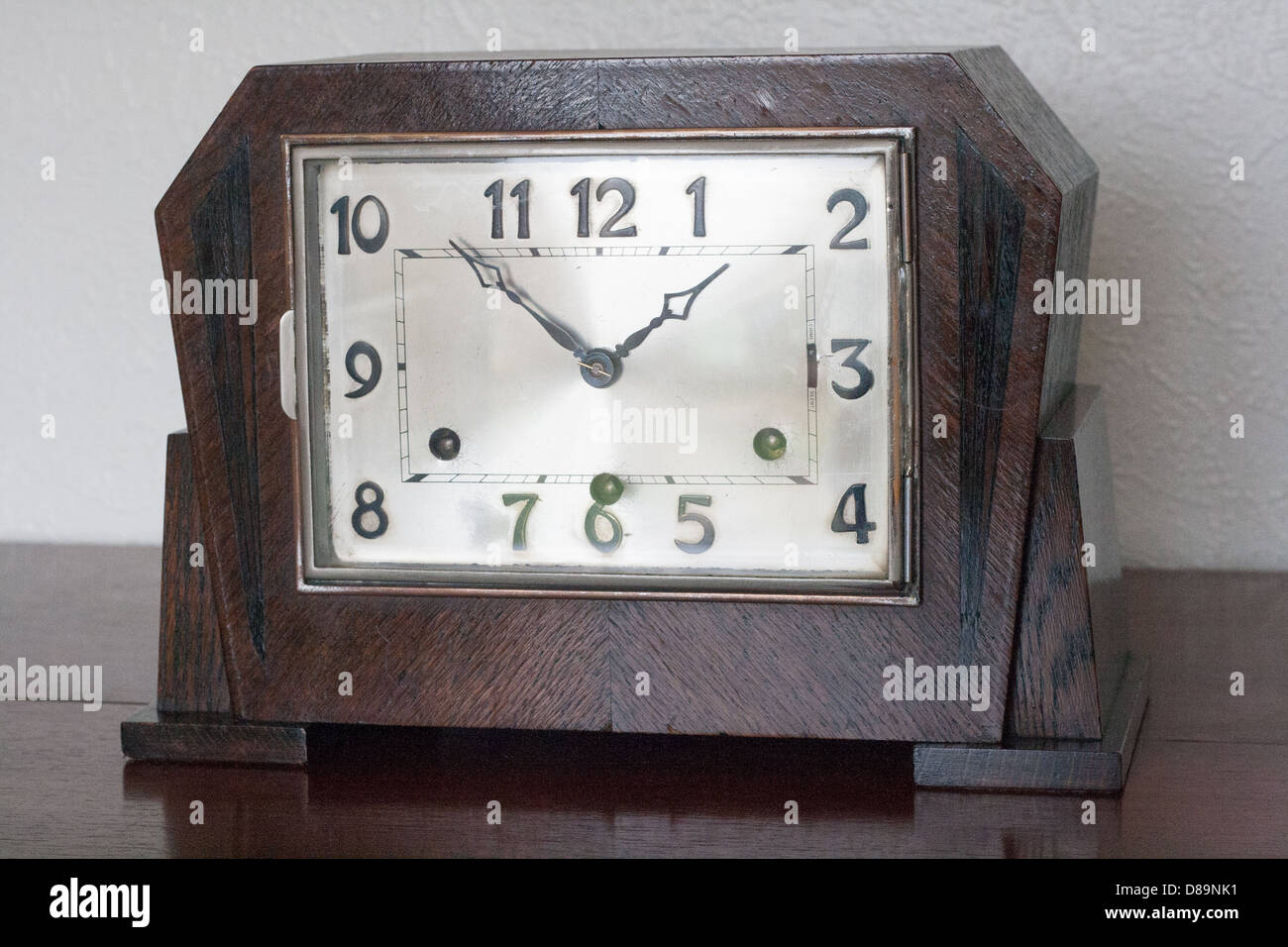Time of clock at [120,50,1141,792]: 1:52
